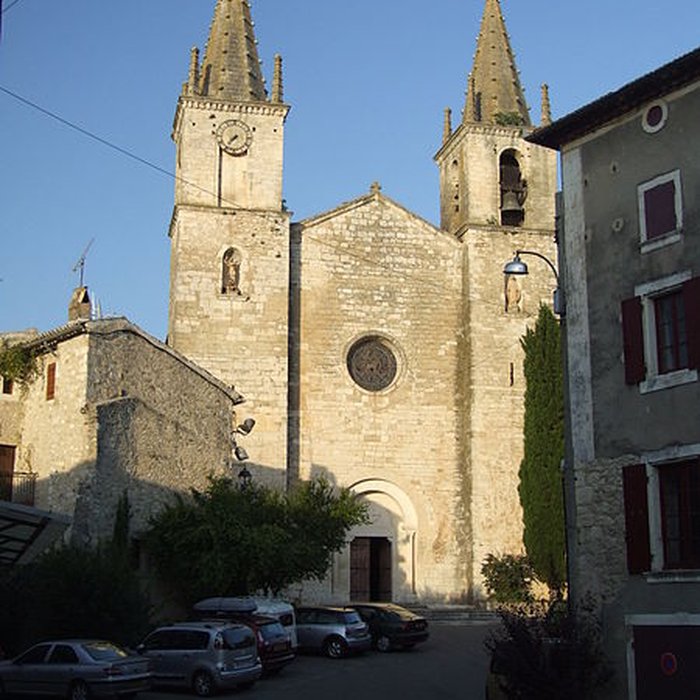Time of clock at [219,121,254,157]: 7:36
